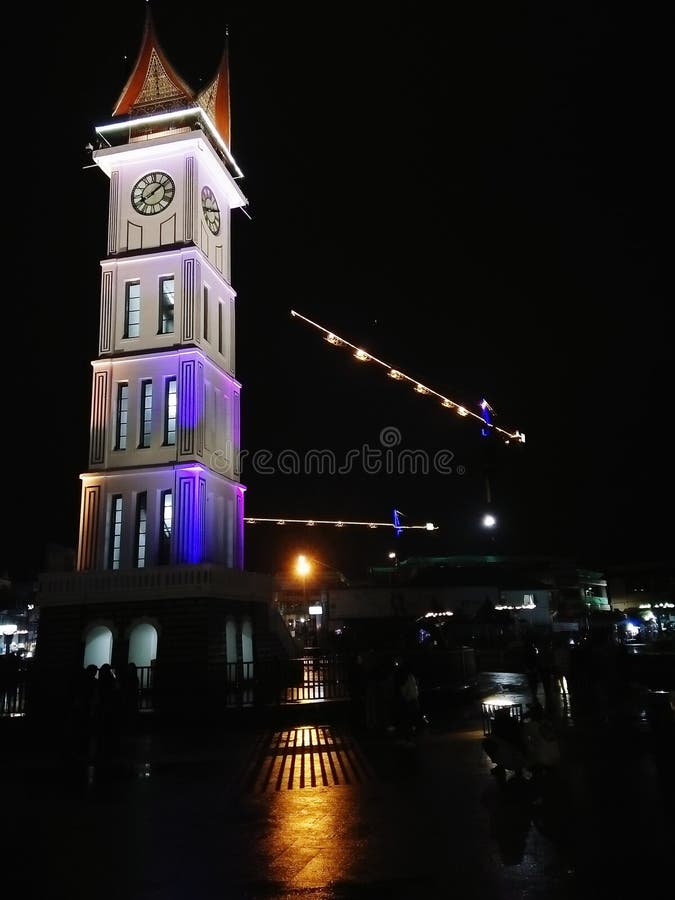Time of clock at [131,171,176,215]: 8:09
